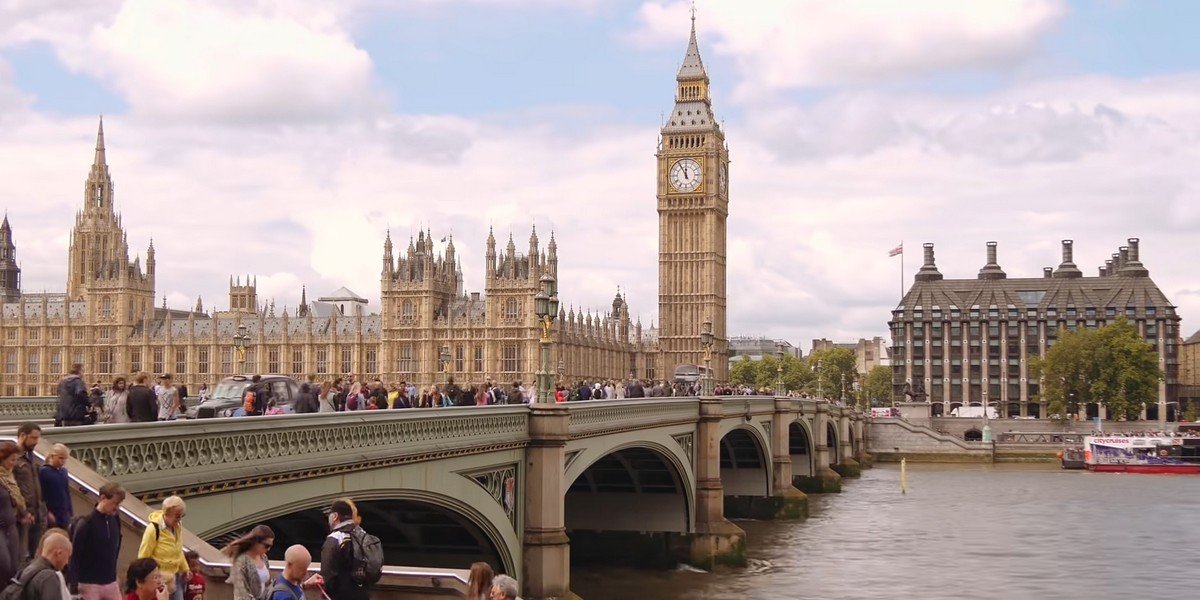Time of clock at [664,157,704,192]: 11:55
